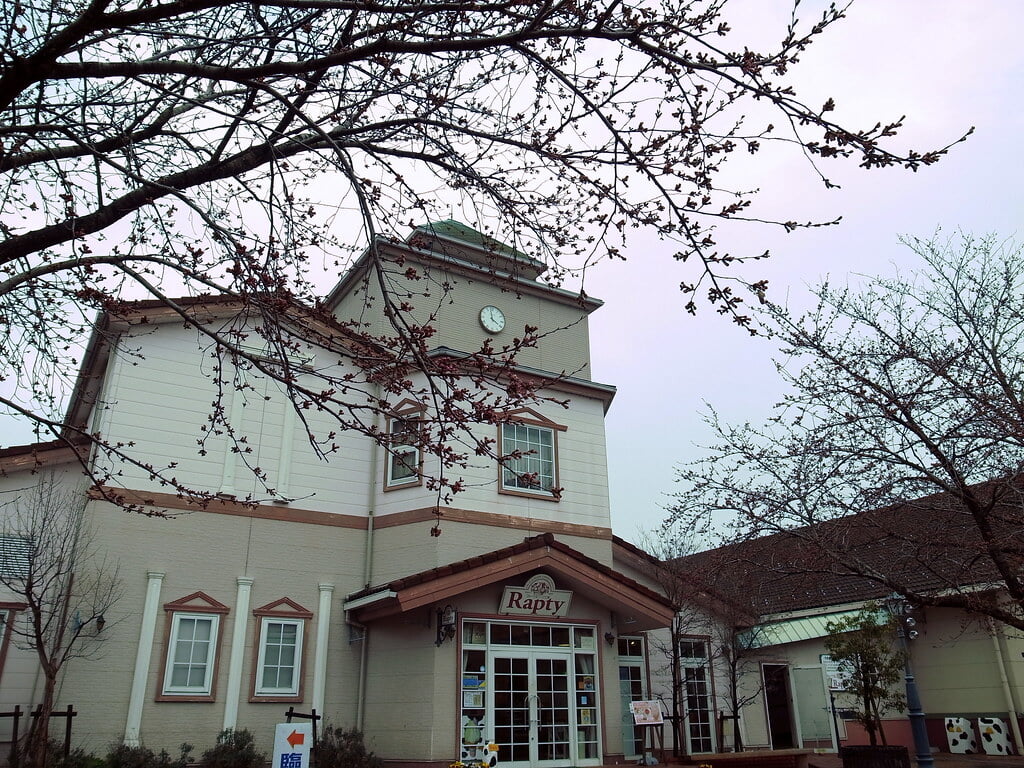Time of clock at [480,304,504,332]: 3:58
